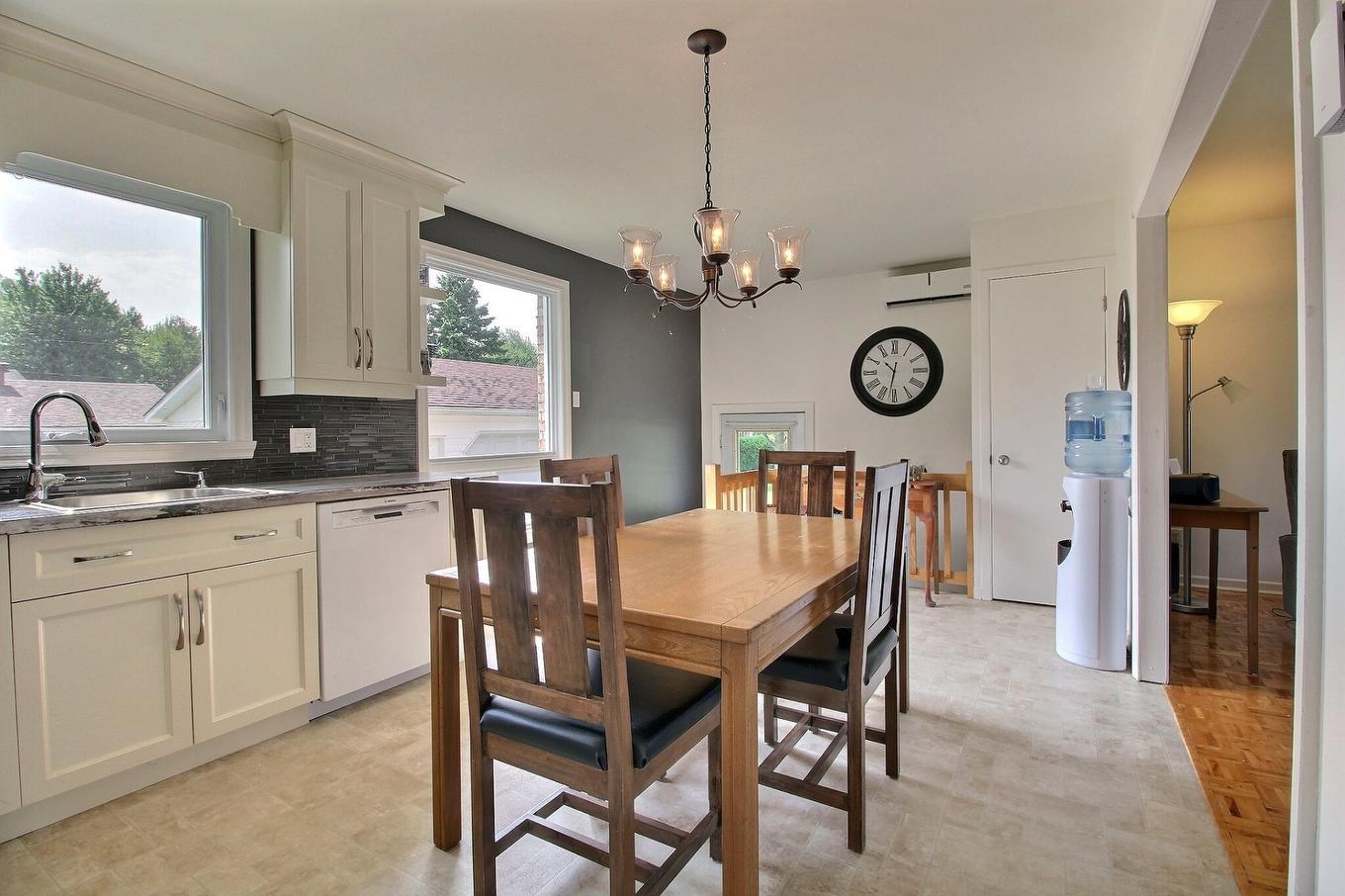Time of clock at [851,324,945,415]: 10:32
